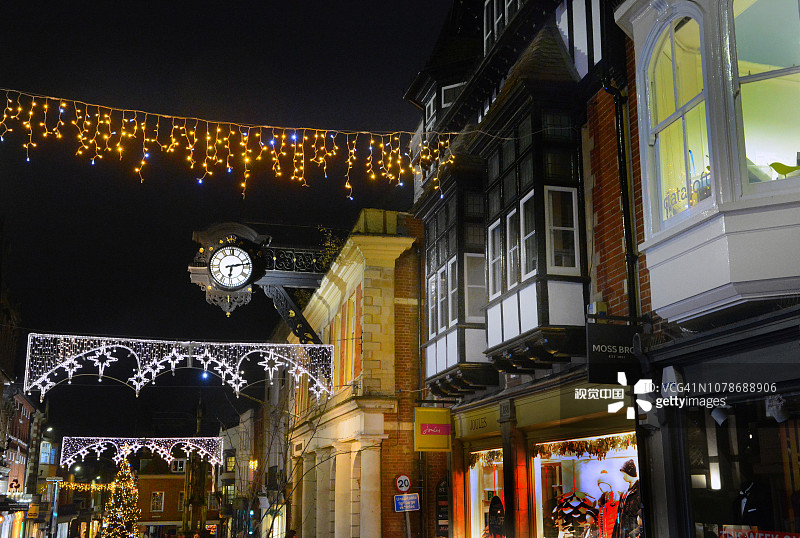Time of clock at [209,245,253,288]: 6:13
